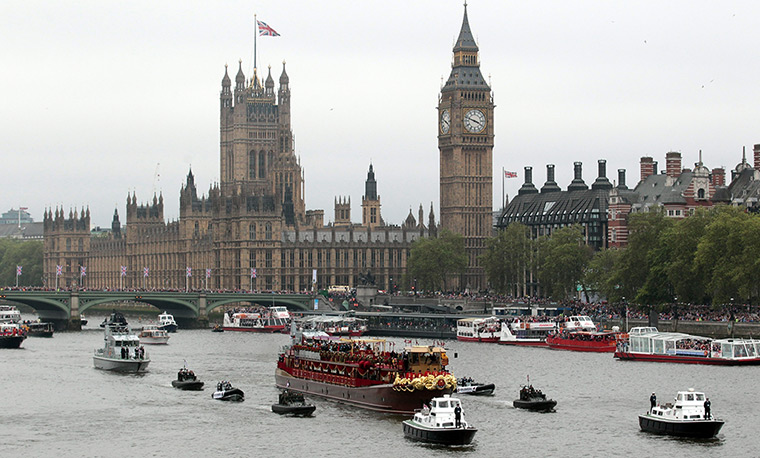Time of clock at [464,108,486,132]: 3:48
